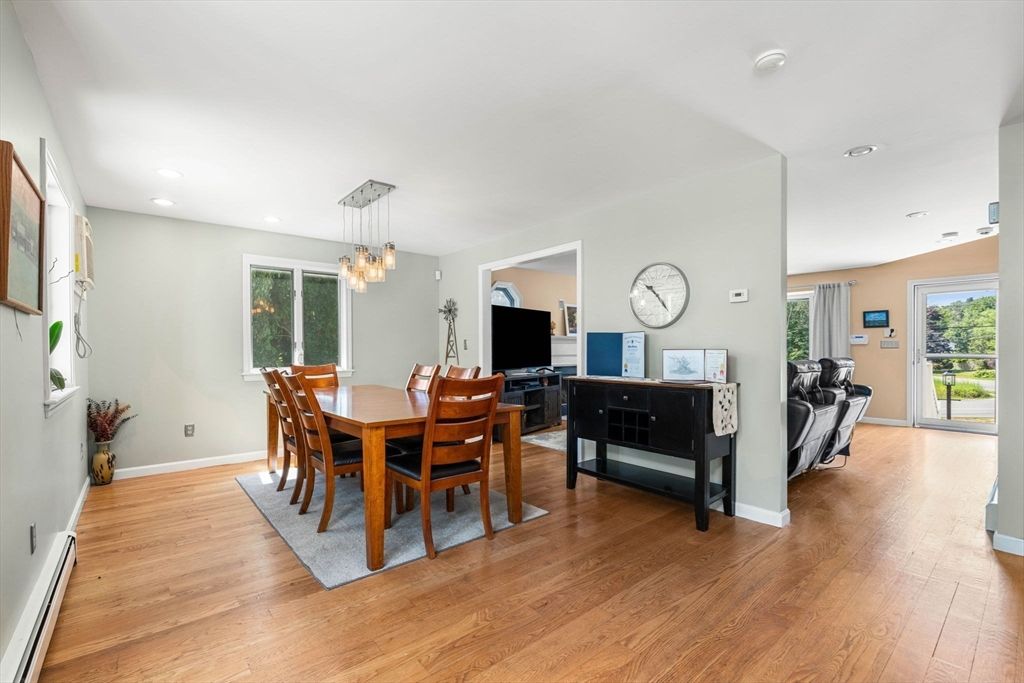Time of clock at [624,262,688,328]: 10:23
